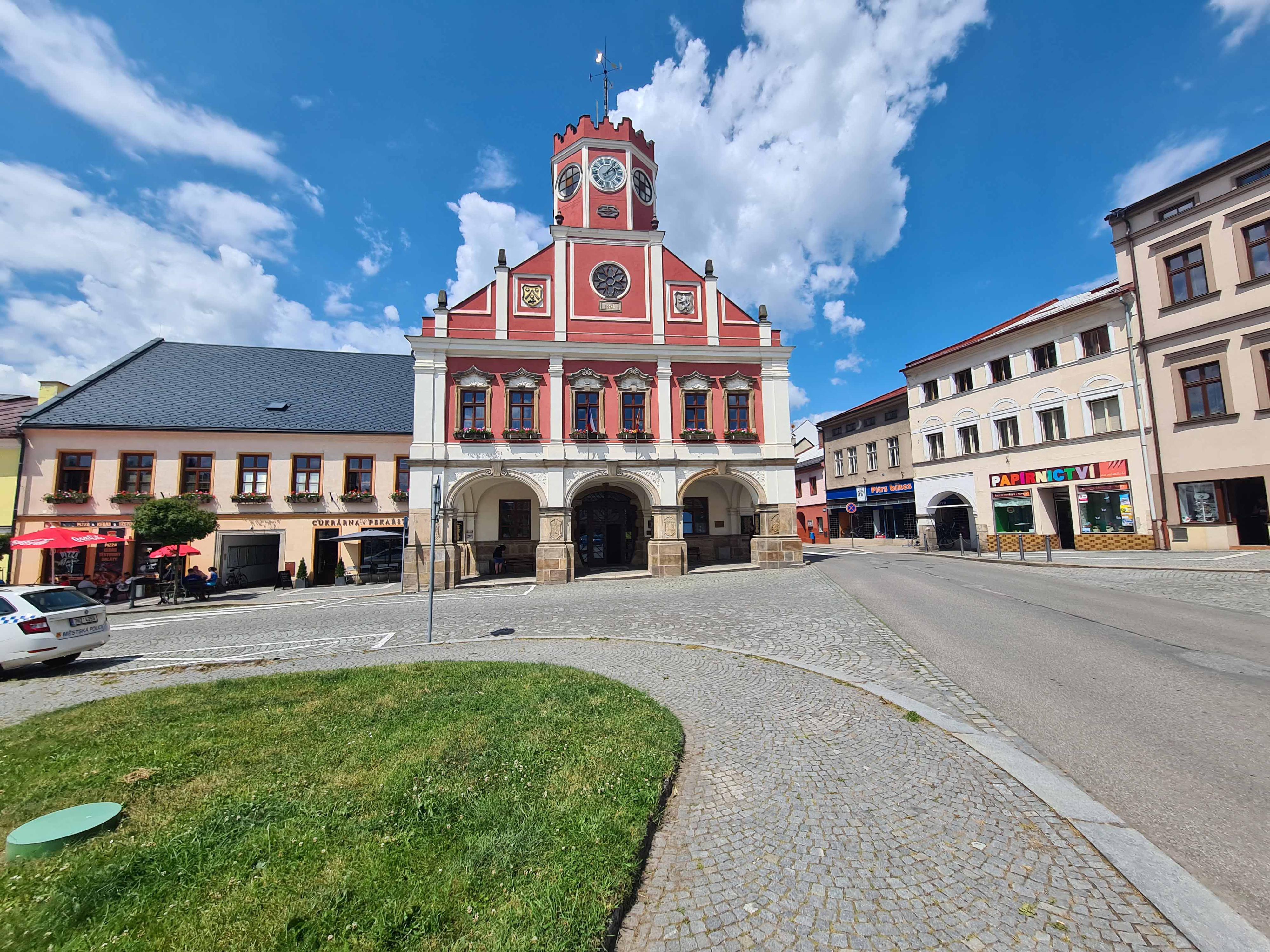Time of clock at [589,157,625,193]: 2:06
